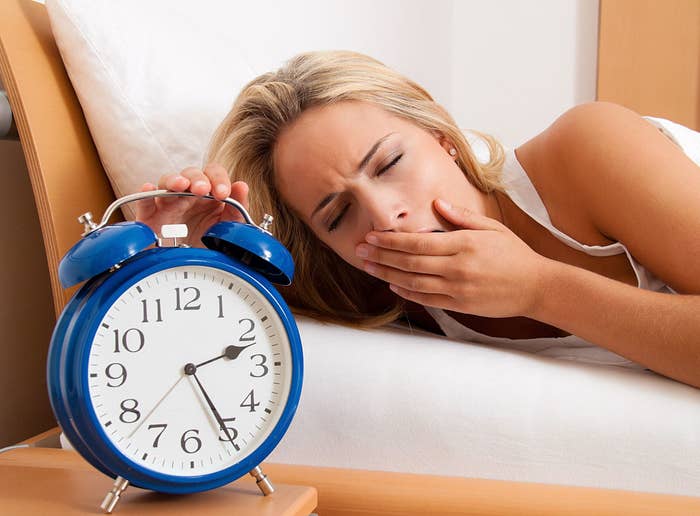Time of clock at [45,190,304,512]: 2:25
